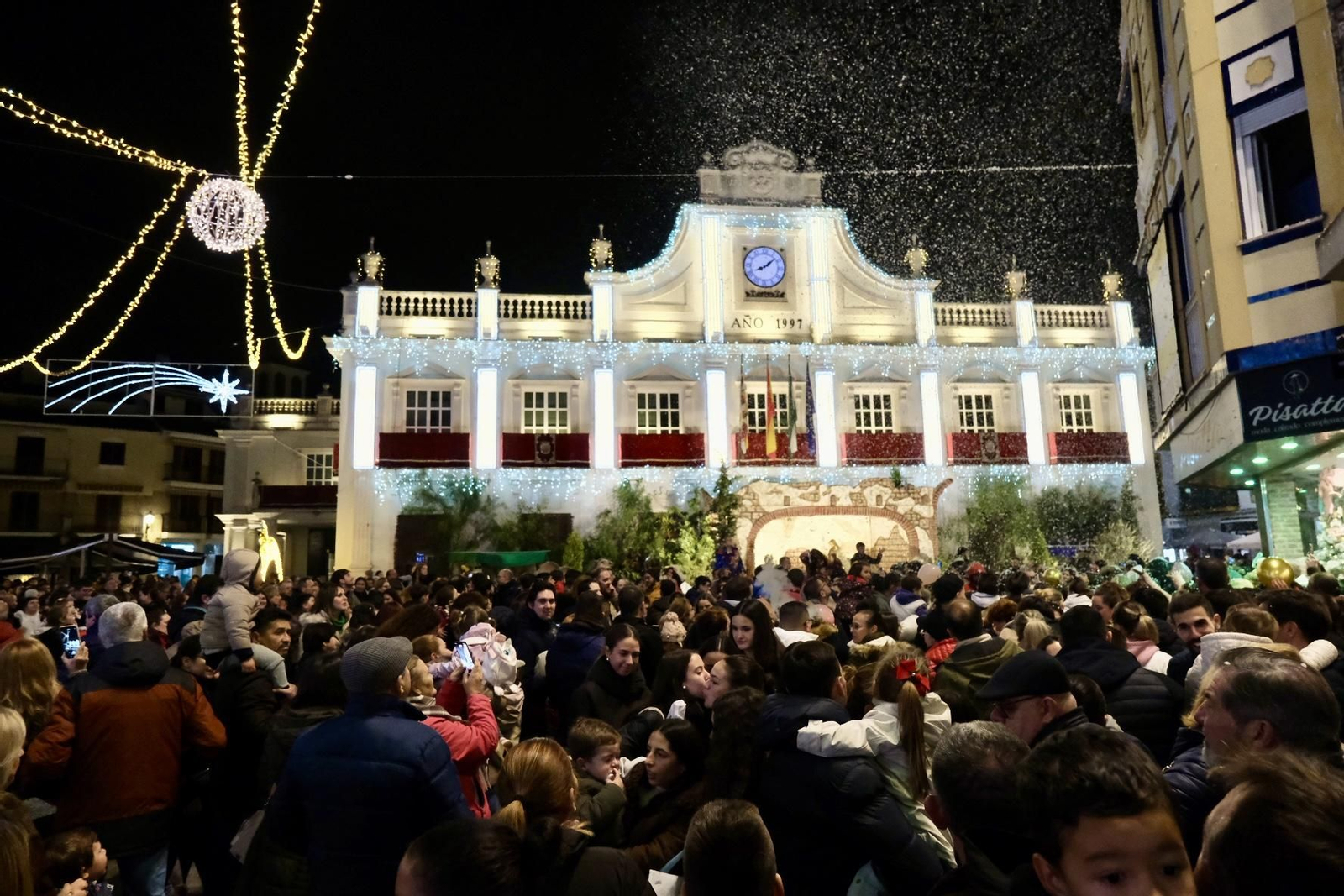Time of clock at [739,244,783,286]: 8:08
